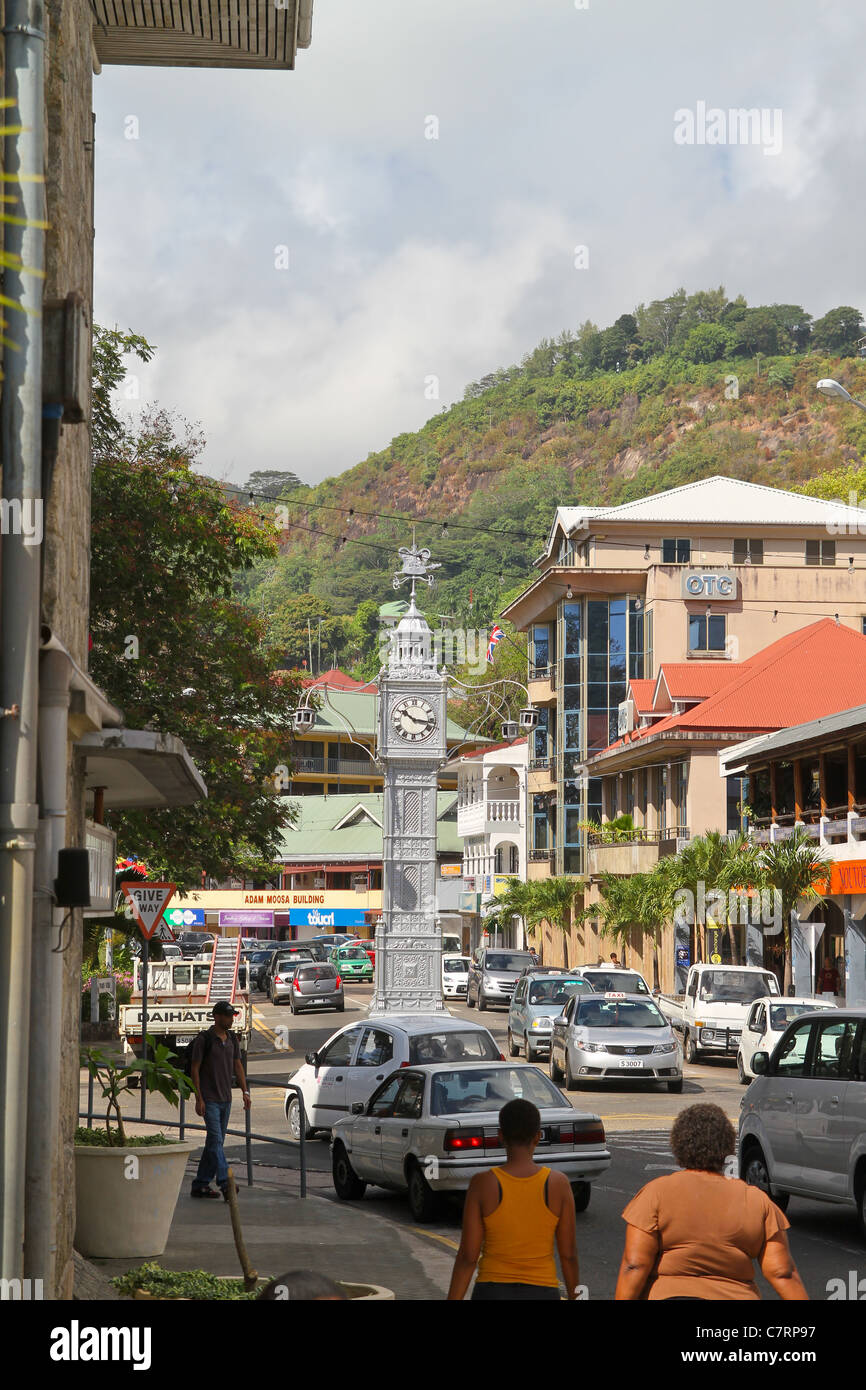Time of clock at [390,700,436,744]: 10:16
